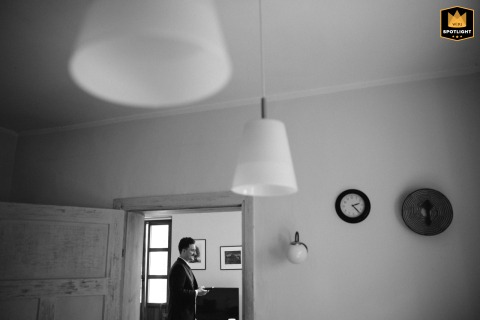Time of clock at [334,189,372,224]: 2:23
